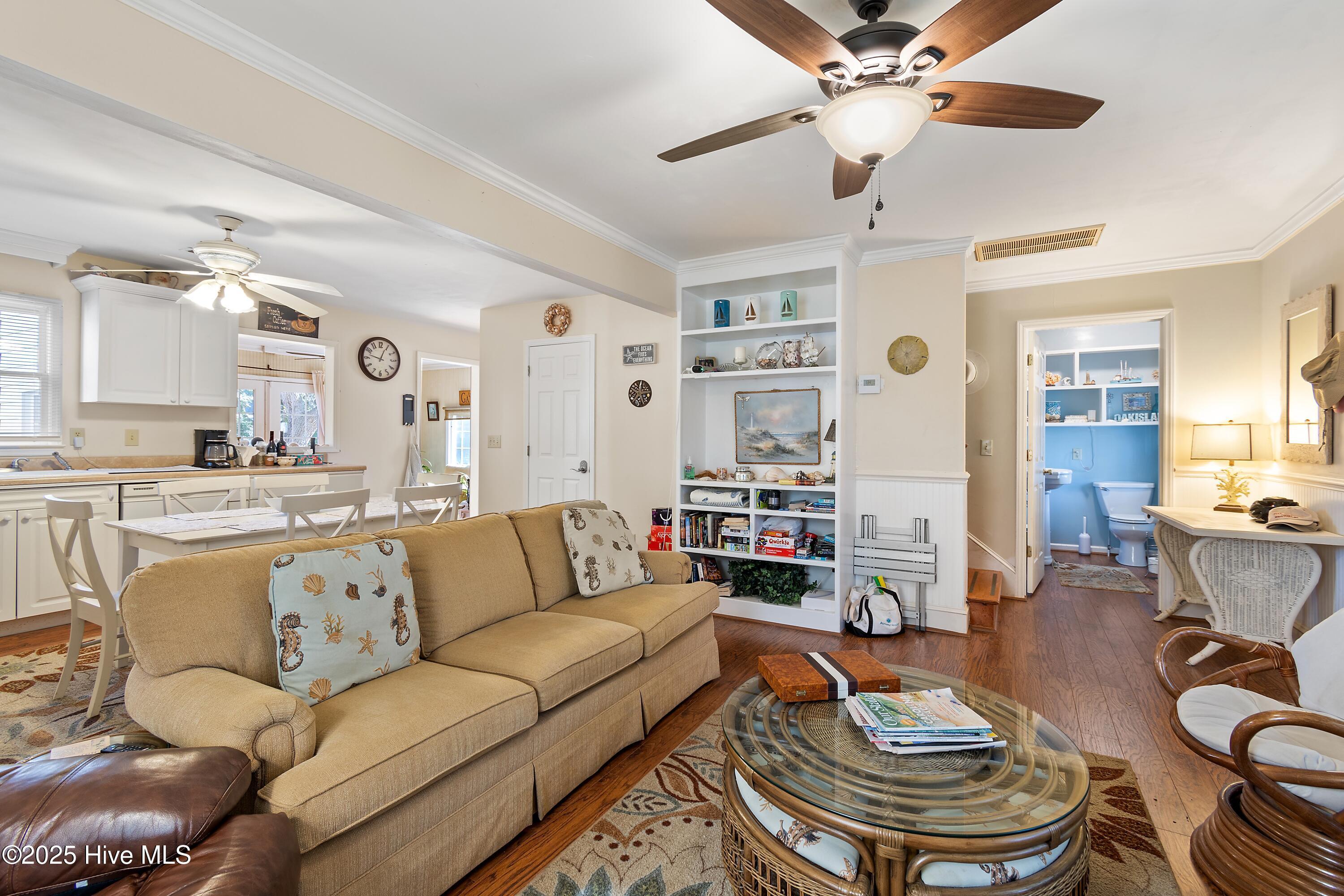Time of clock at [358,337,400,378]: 12:47
